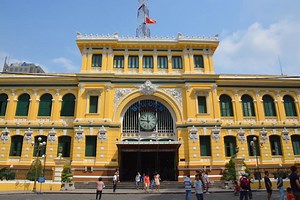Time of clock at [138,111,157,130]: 11:46
